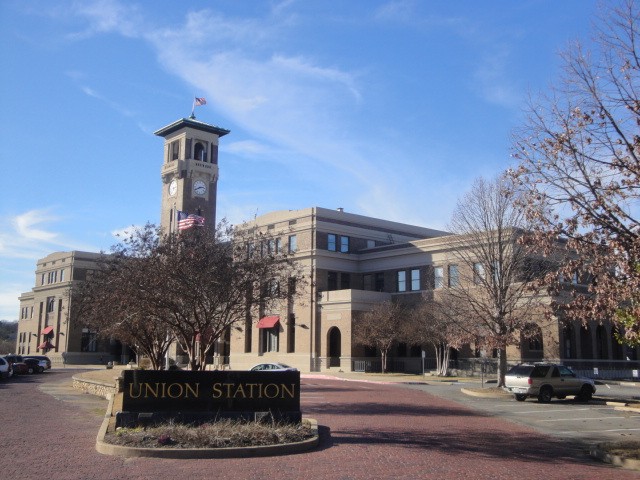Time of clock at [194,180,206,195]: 2:40
